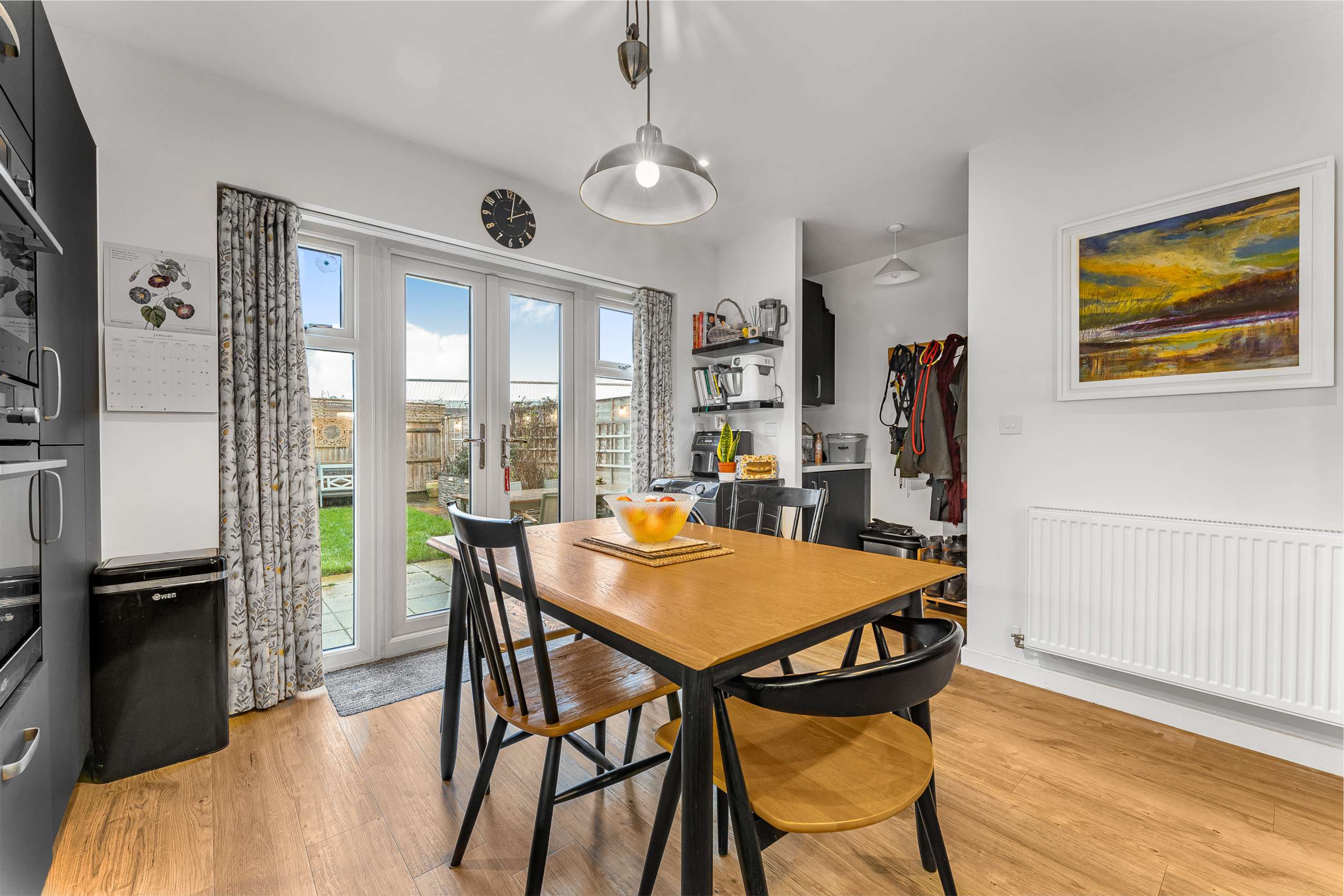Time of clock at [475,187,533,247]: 2:01
